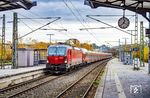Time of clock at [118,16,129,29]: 12:37
